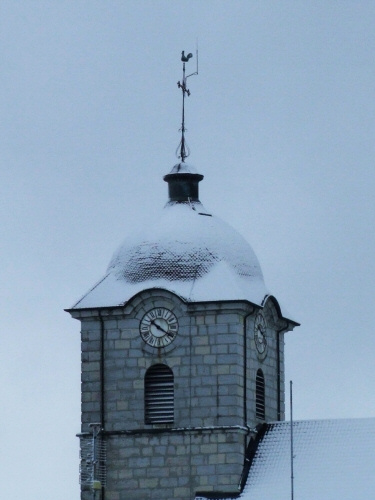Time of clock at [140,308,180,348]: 10:20
